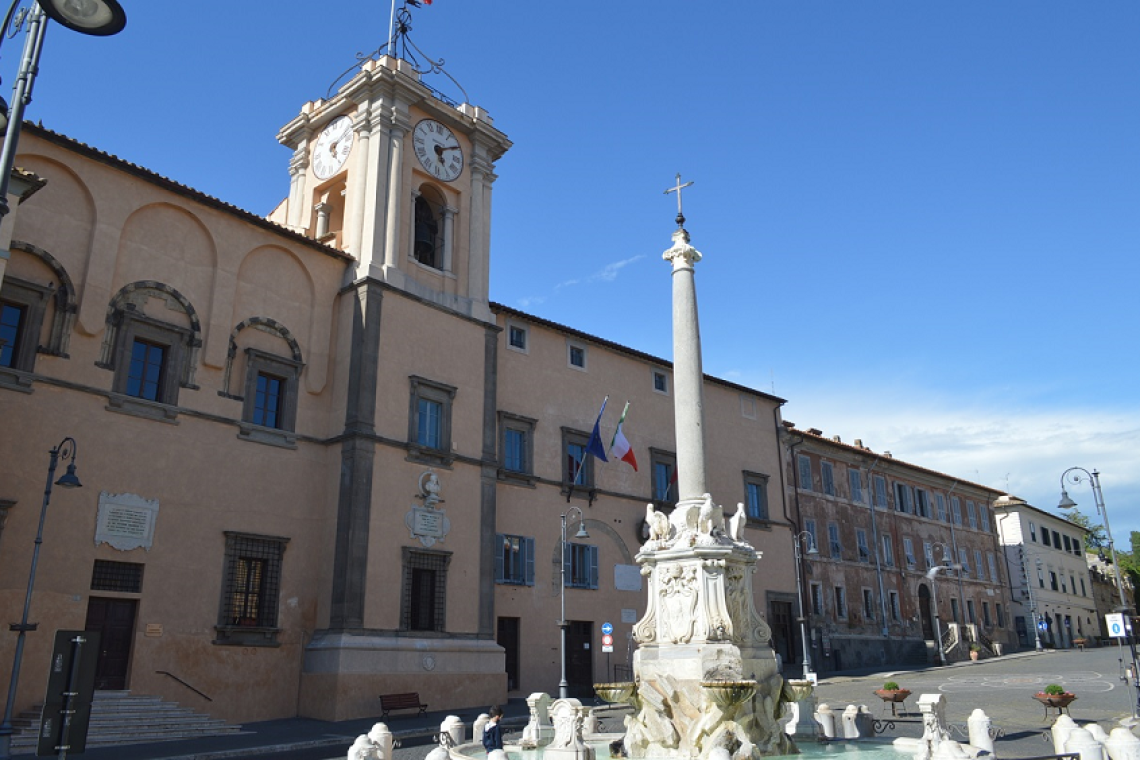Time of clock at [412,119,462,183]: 5:09
